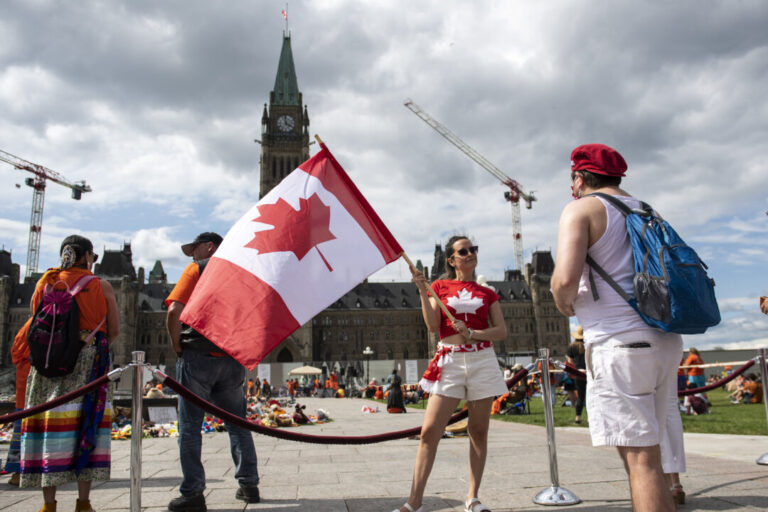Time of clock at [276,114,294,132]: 3:58
